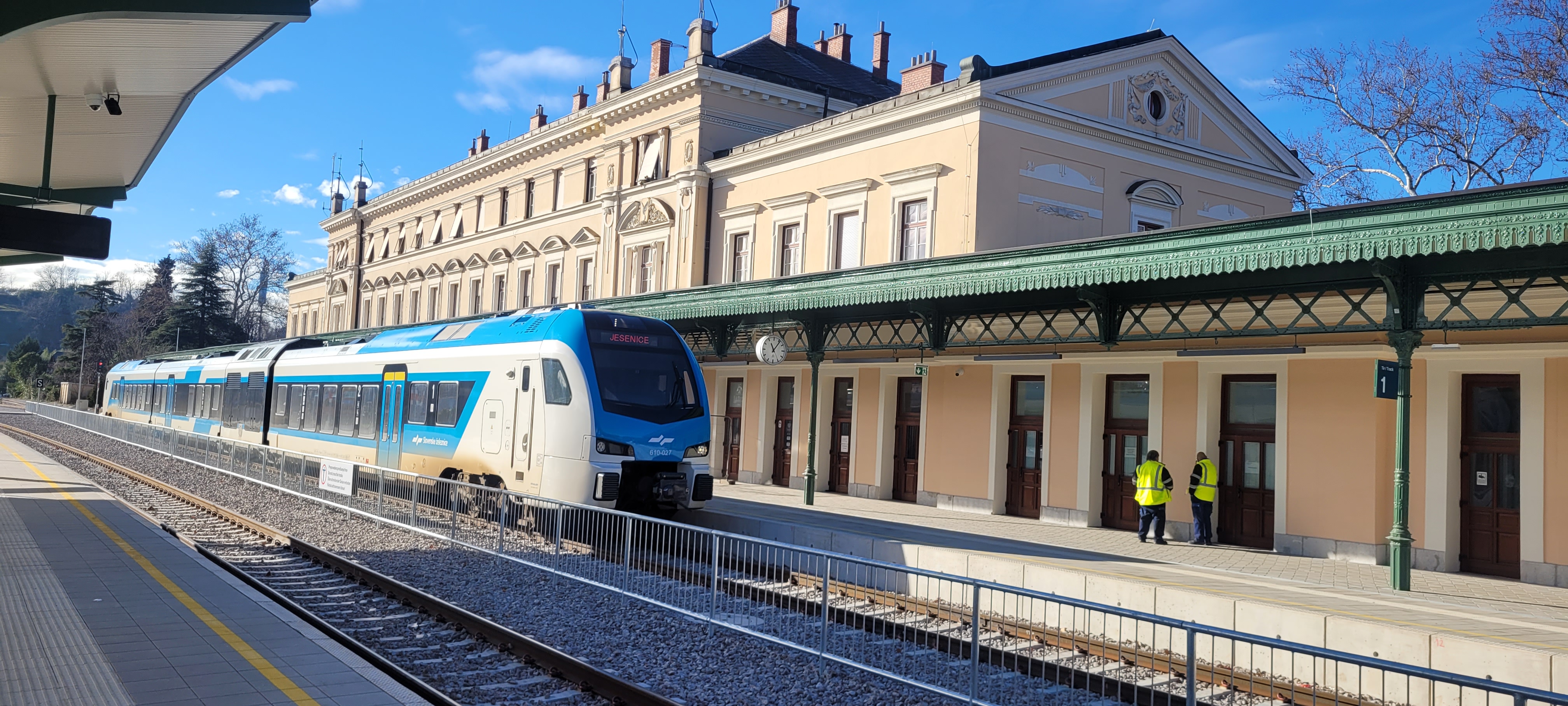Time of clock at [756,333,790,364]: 11:06
